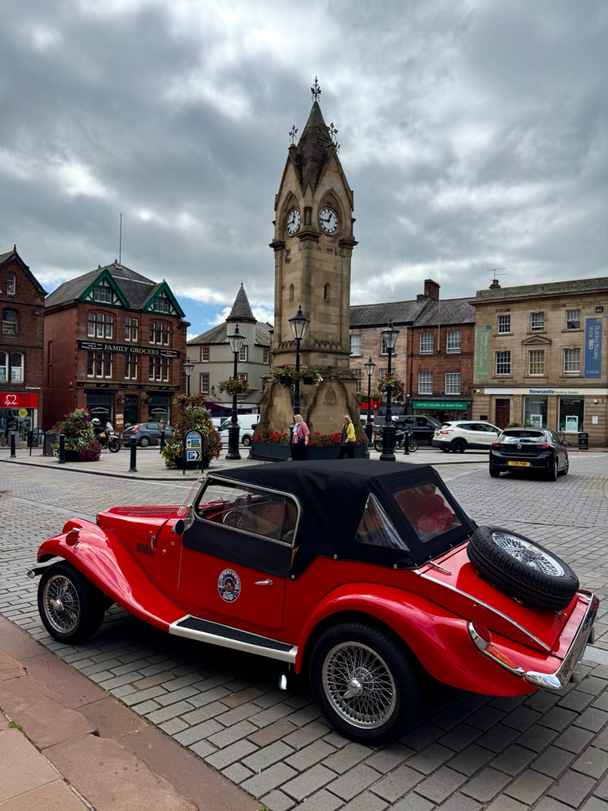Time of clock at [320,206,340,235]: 12:43
